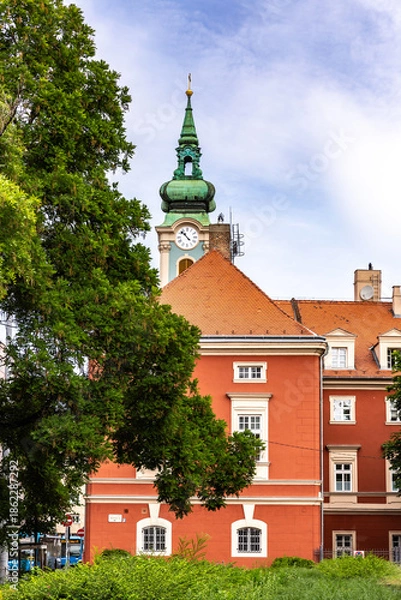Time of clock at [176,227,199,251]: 10:52
